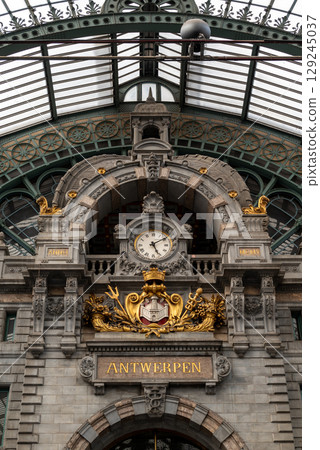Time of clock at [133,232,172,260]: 5:09
